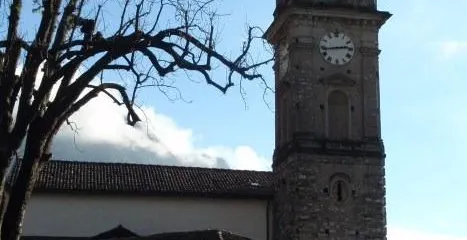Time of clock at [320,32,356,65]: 2:43
